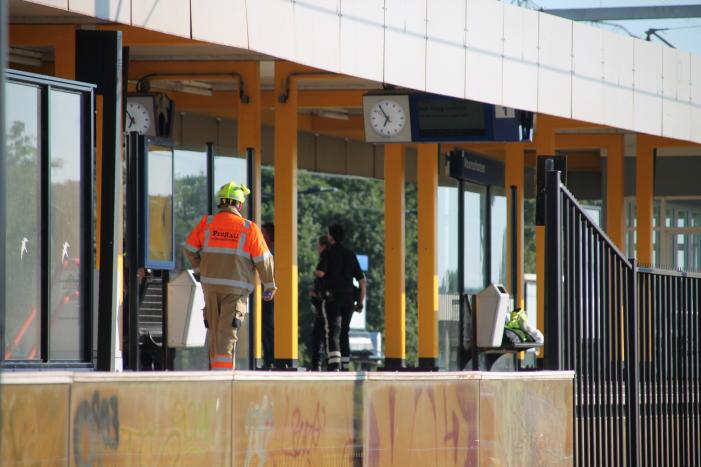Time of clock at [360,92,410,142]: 6:54
